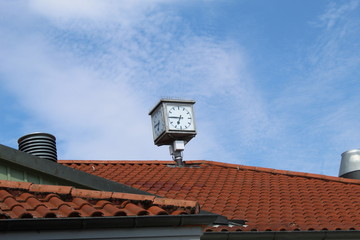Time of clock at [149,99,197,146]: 6:45
